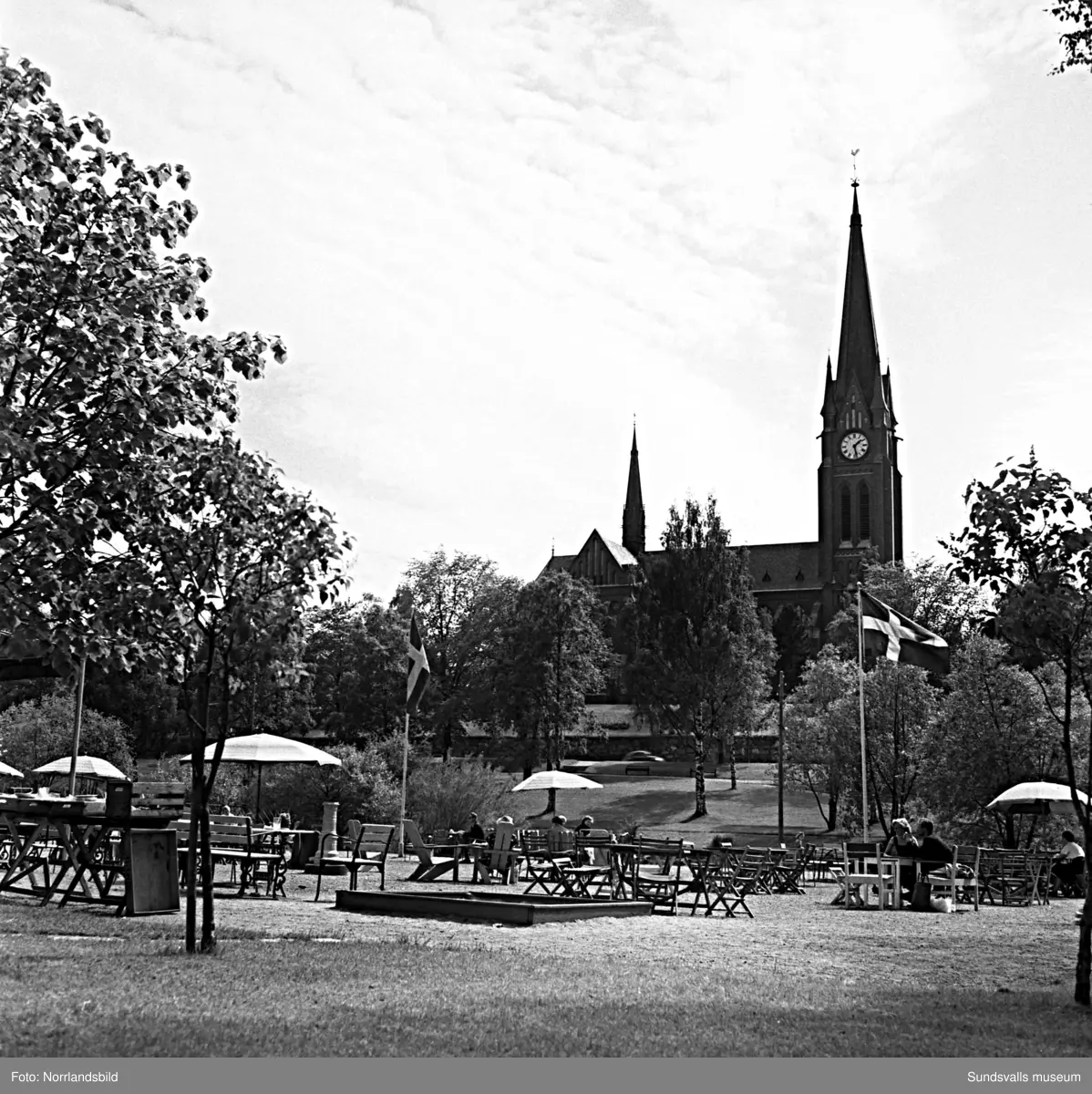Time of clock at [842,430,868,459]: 1:28
